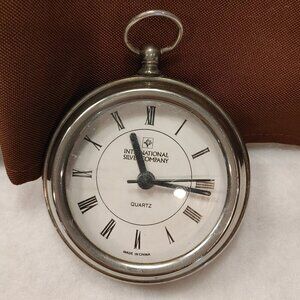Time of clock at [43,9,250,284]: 11:15
